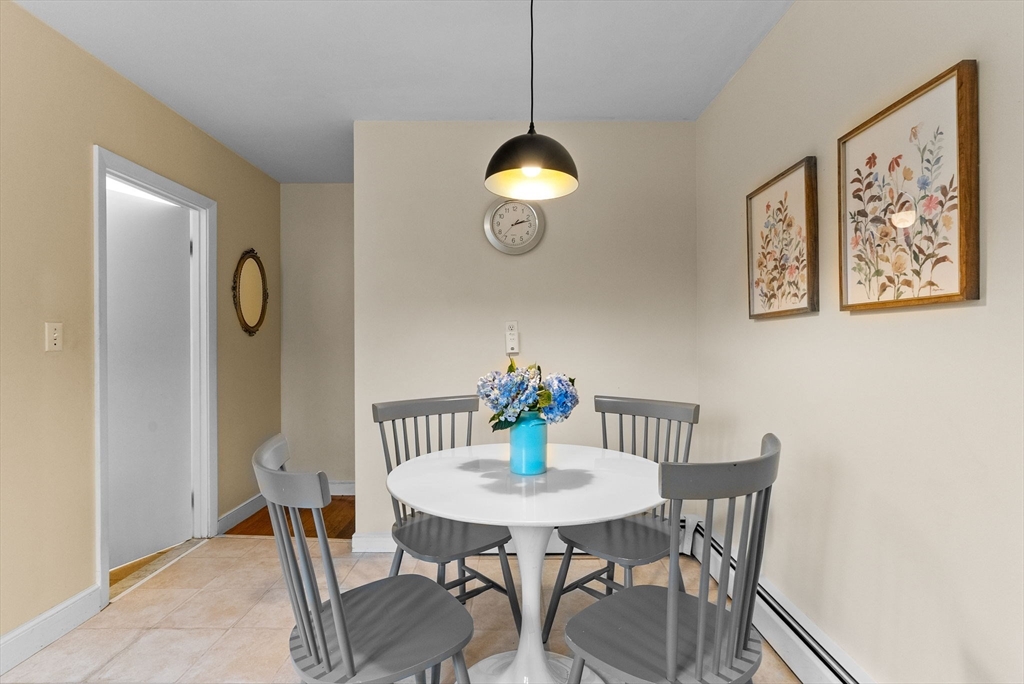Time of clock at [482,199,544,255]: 2:12
